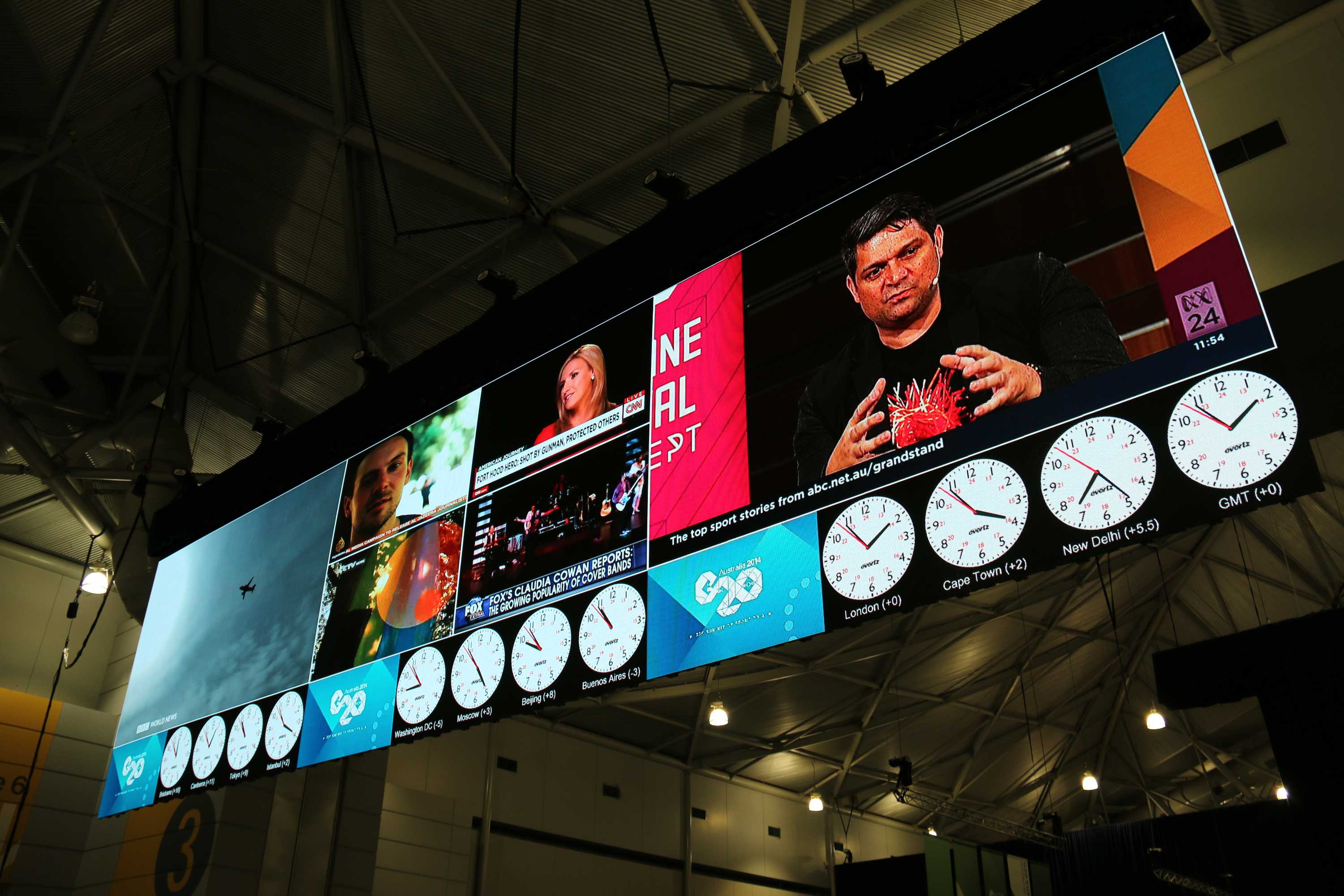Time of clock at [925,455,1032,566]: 3:54
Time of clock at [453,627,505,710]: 4:54
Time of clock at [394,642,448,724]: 8:53
